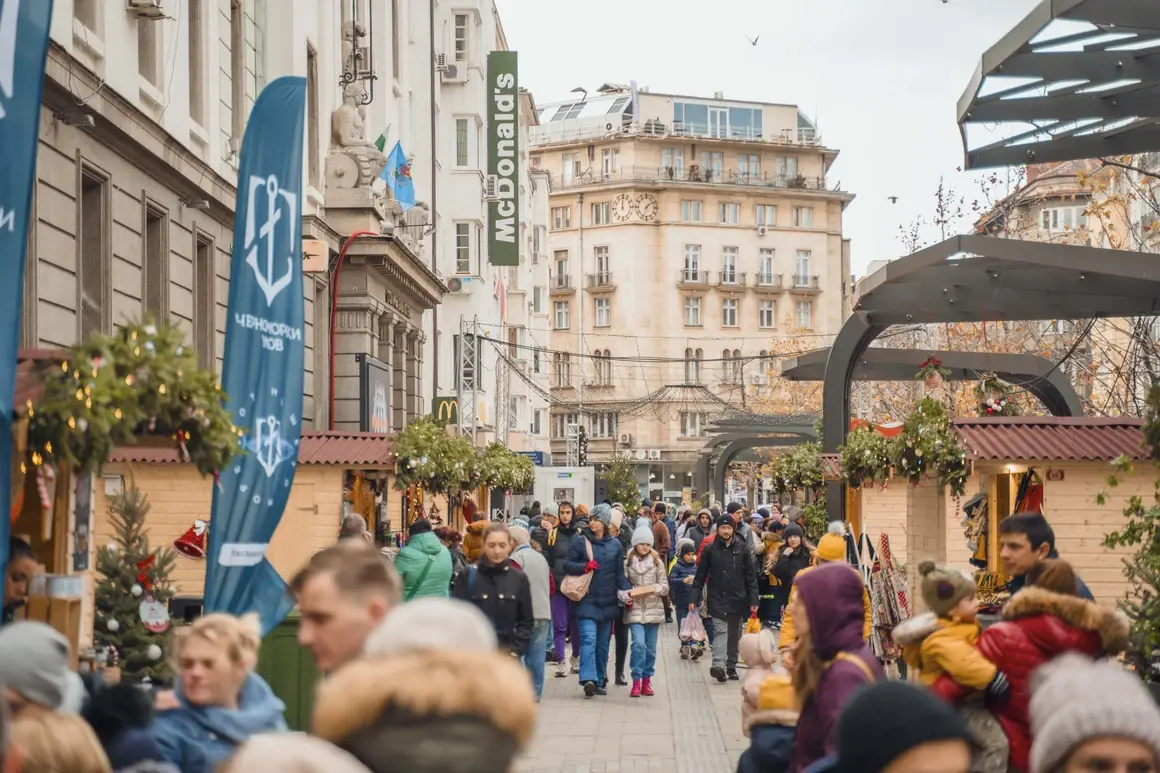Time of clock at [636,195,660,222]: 1:33
